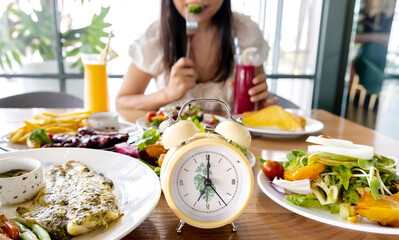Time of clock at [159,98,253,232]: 7:00
